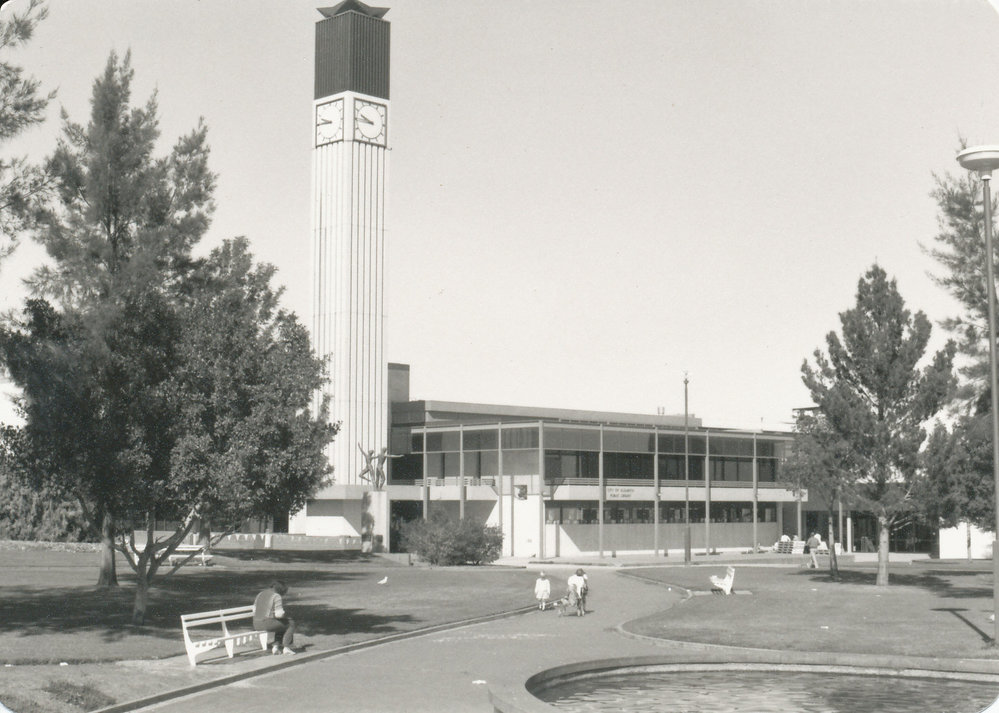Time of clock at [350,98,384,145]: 9:45
